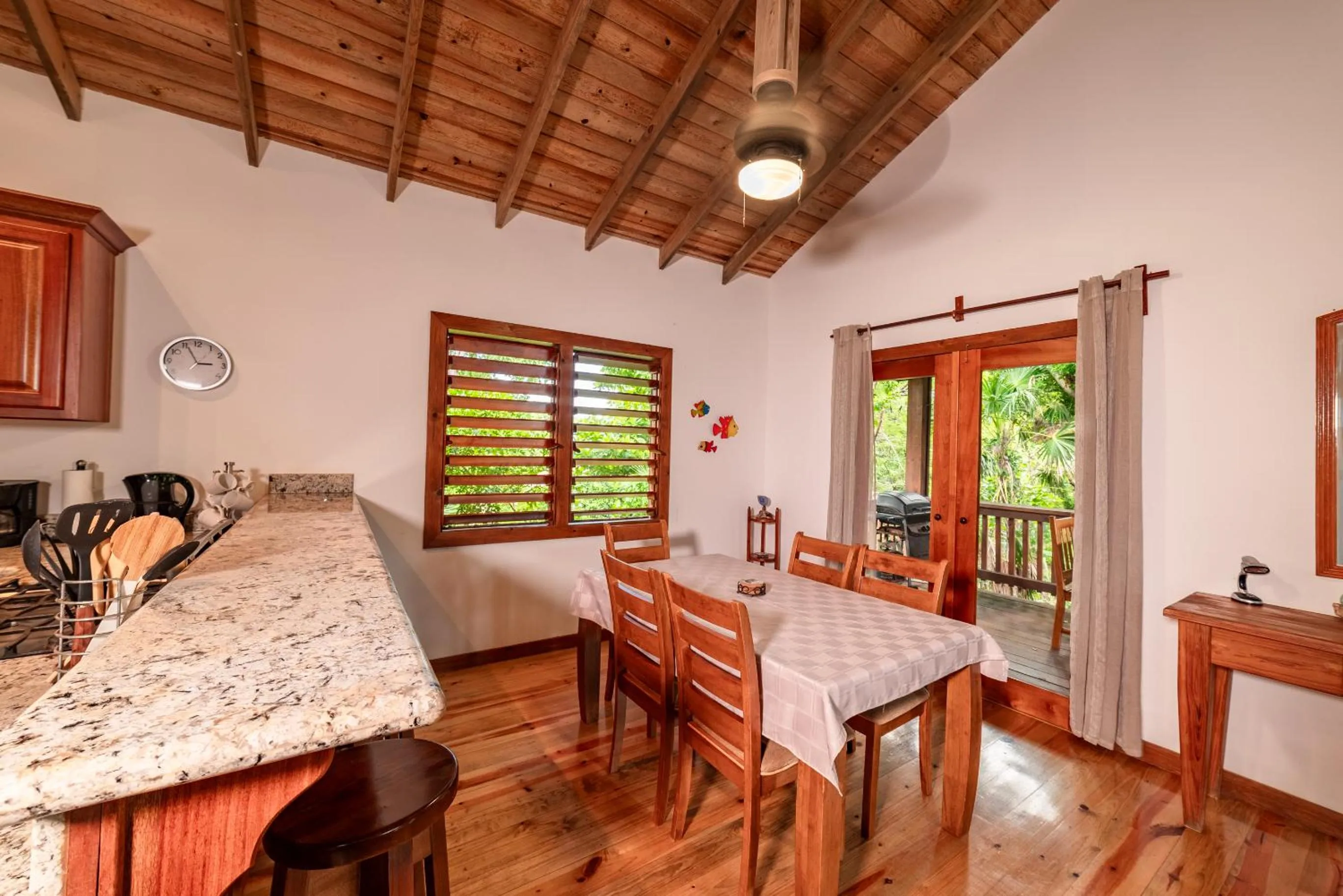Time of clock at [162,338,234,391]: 2:55
